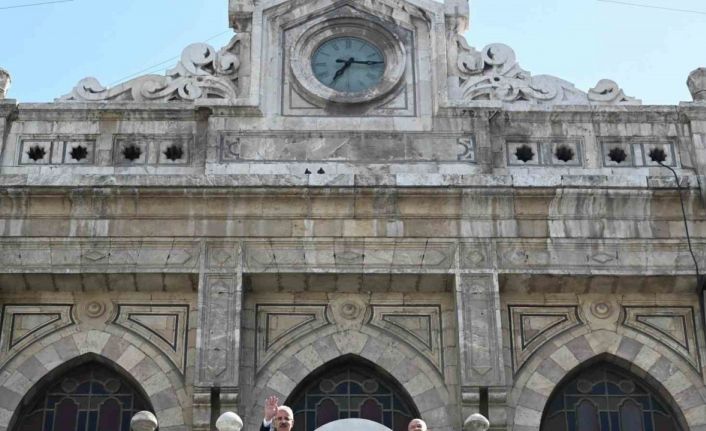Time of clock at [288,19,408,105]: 7:15
